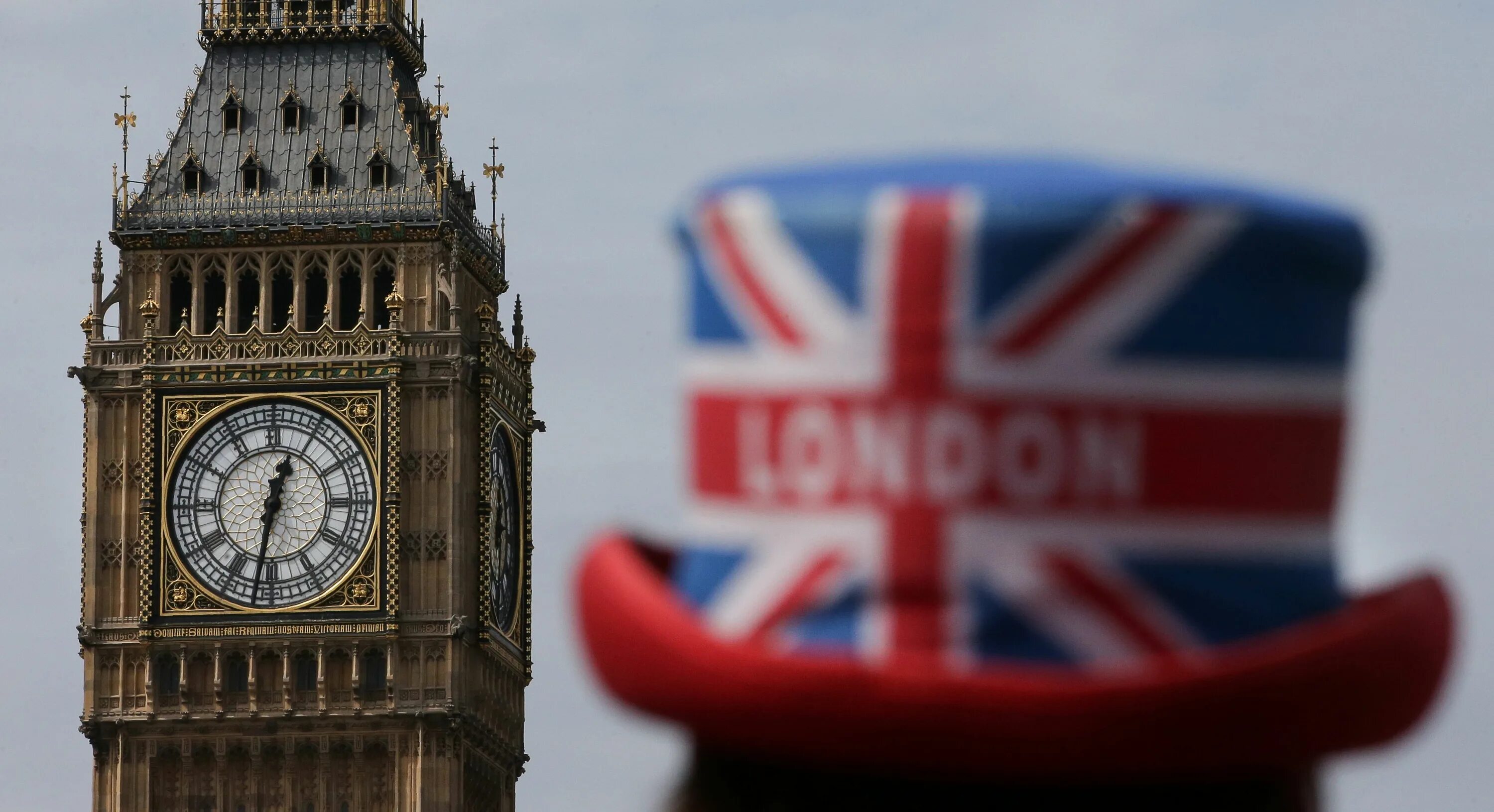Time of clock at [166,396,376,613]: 12:31
